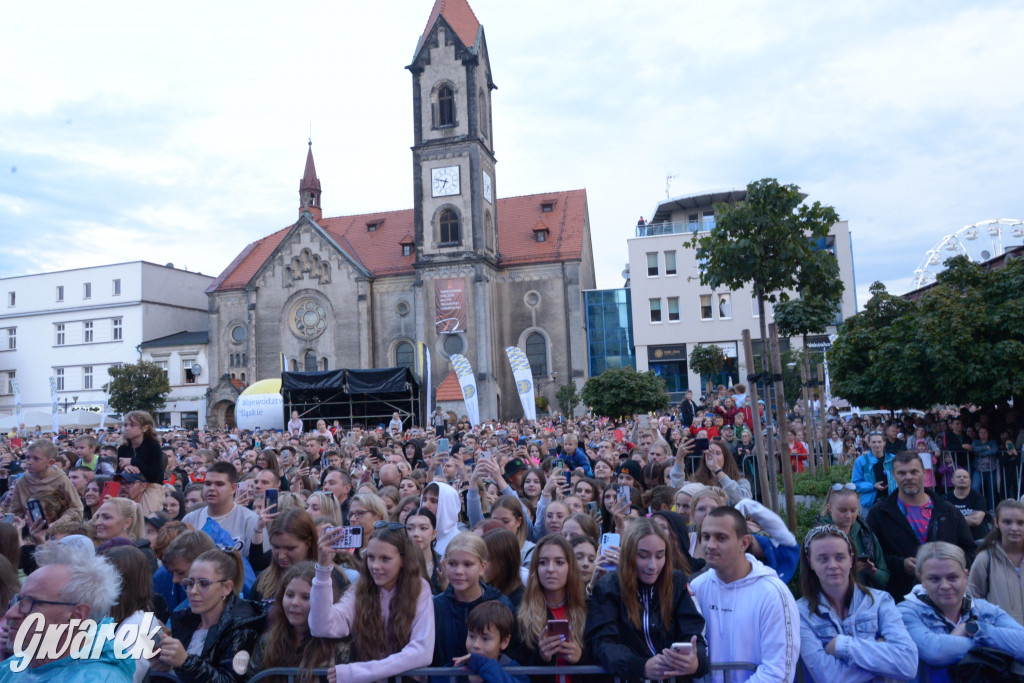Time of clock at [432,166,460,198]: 6:47
